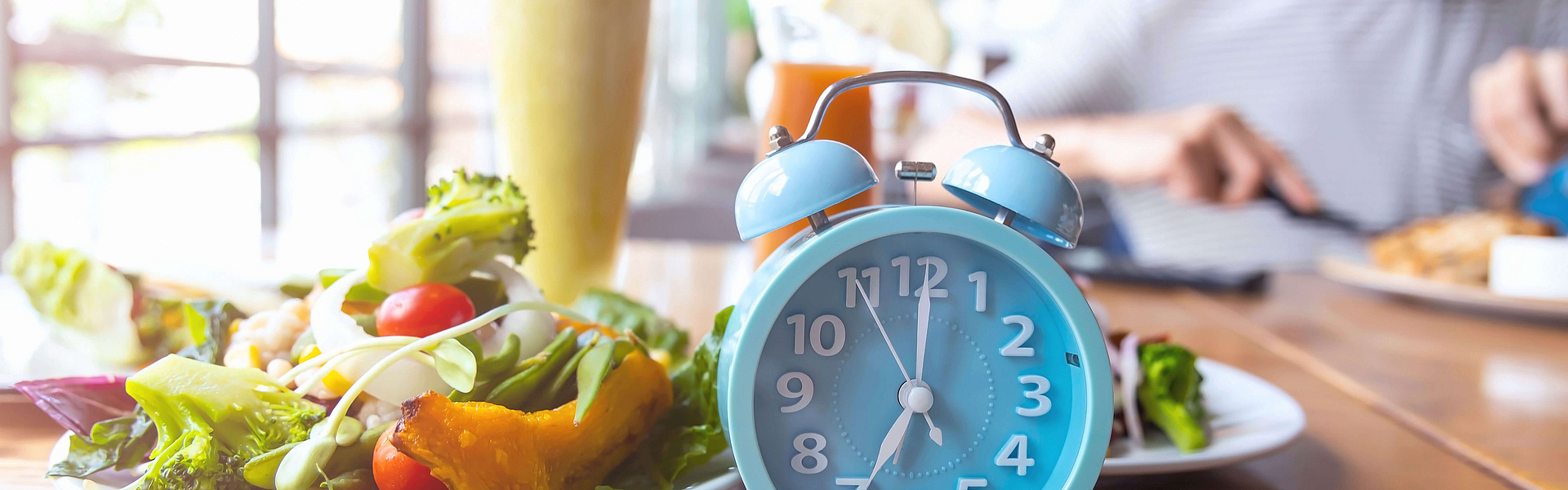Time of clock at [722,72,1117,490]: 7:00
